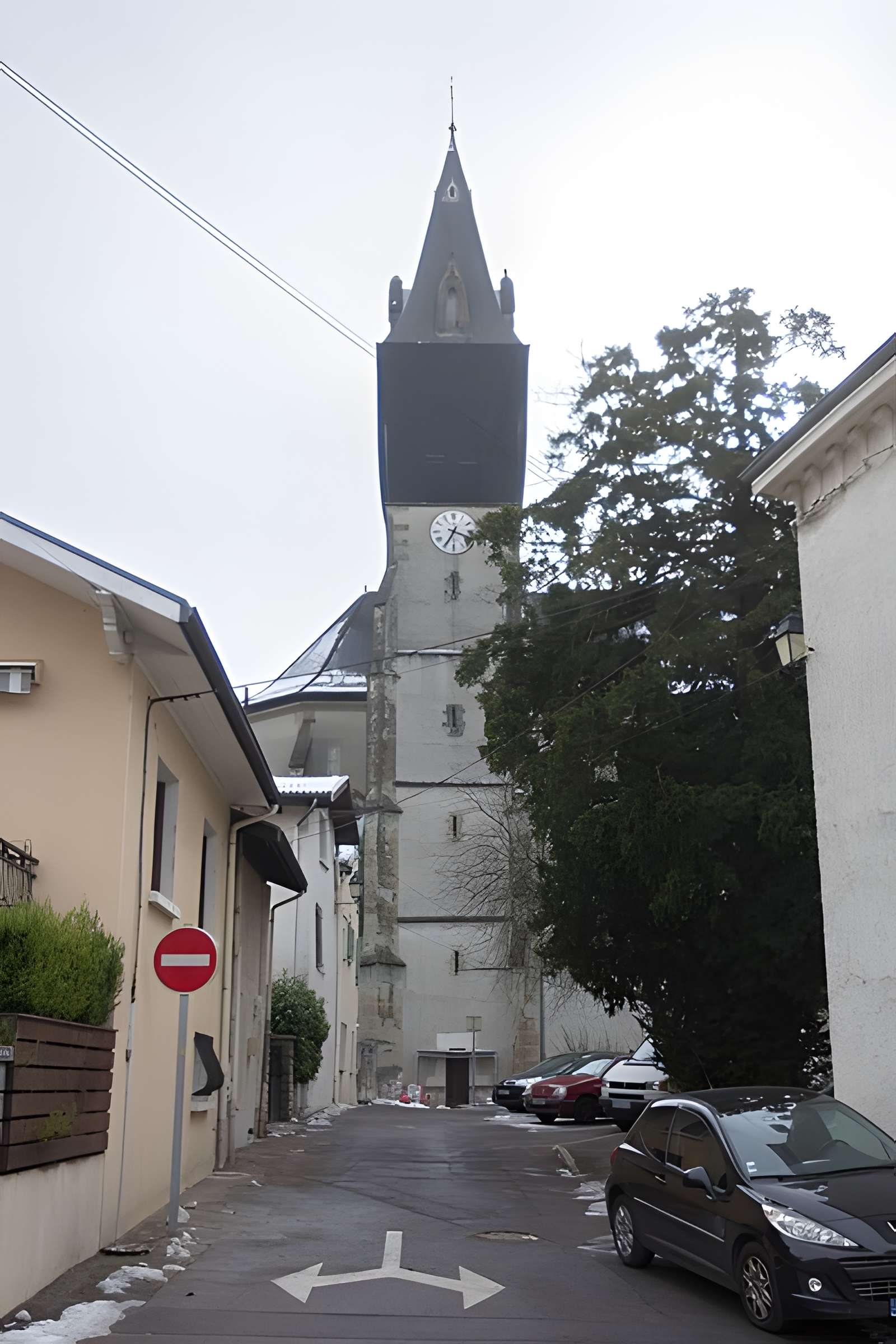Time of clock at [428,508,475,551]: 3:34
